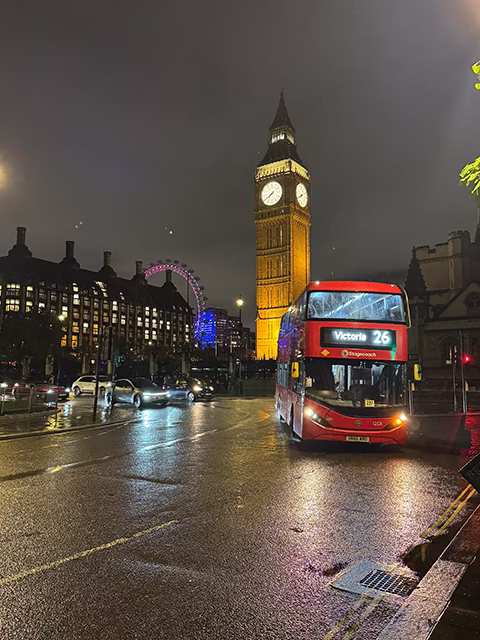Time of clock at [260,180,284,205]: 7:39
